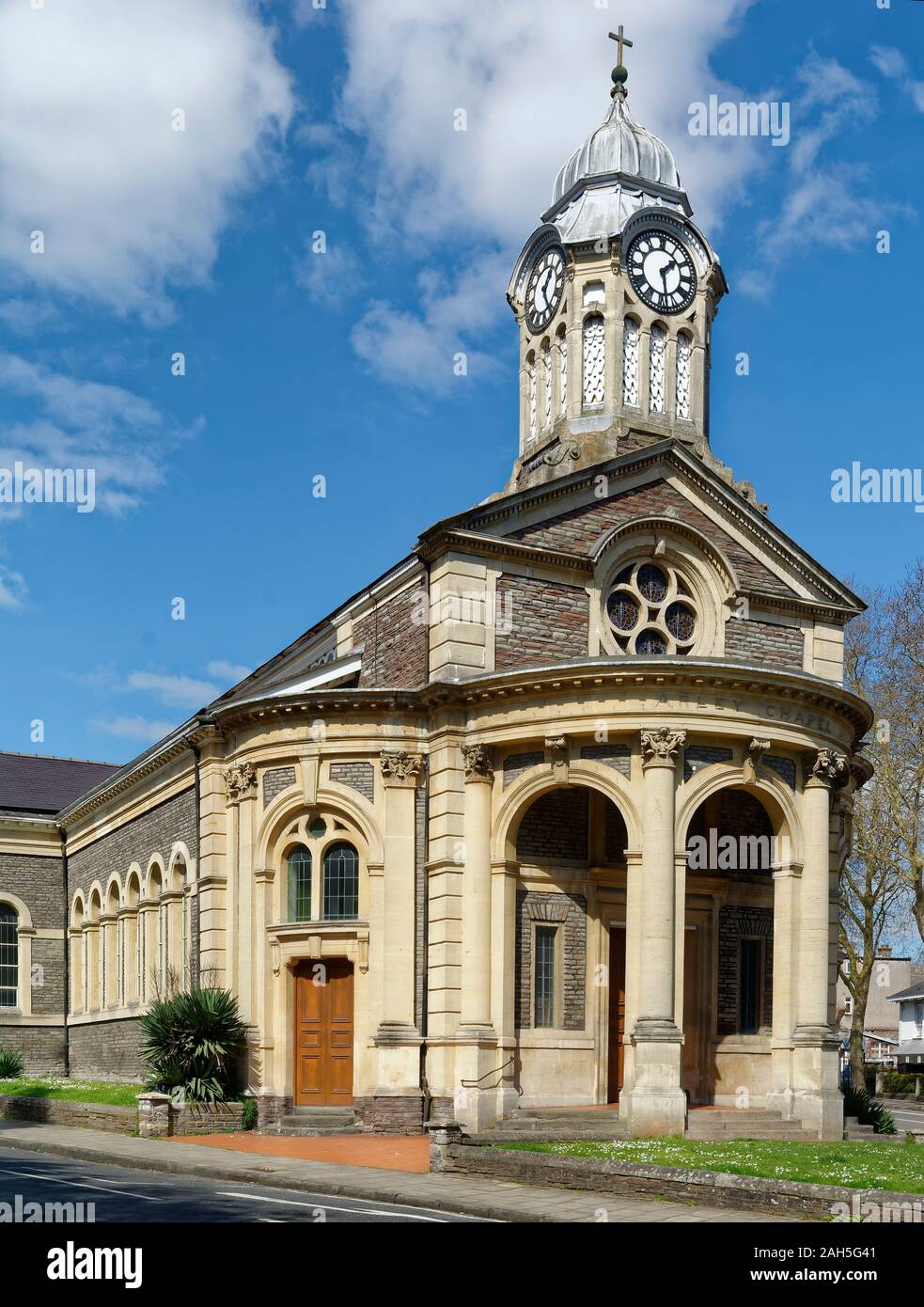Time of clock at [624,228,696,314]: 1:28
